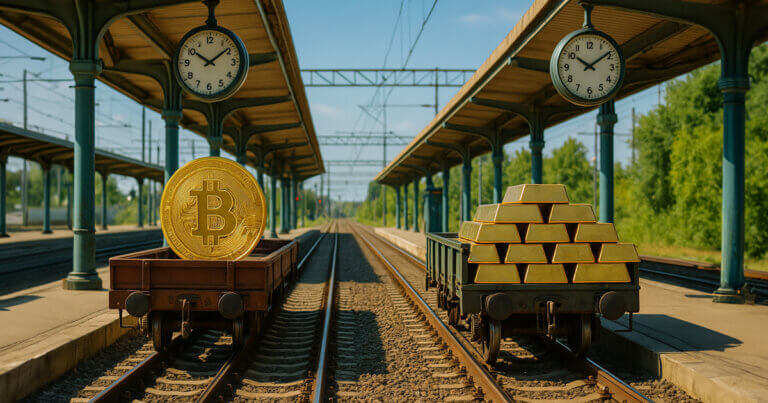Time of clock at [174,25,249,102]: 10:08
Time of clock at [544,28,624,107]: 10:08
